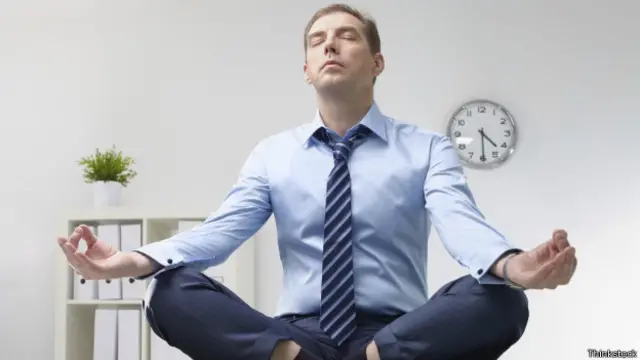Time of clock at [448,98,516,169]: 4:29
